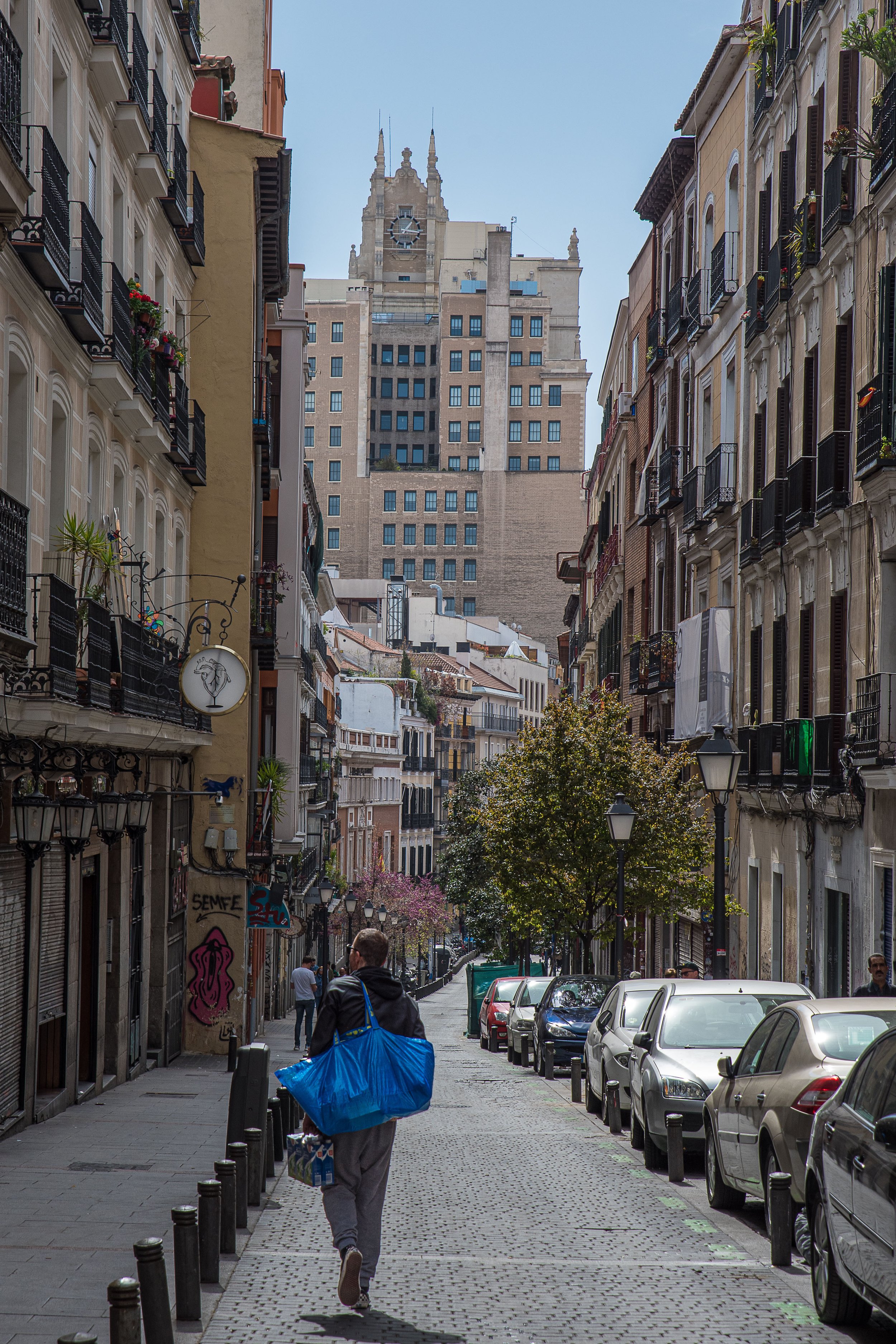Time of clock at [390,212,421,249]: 1:16
